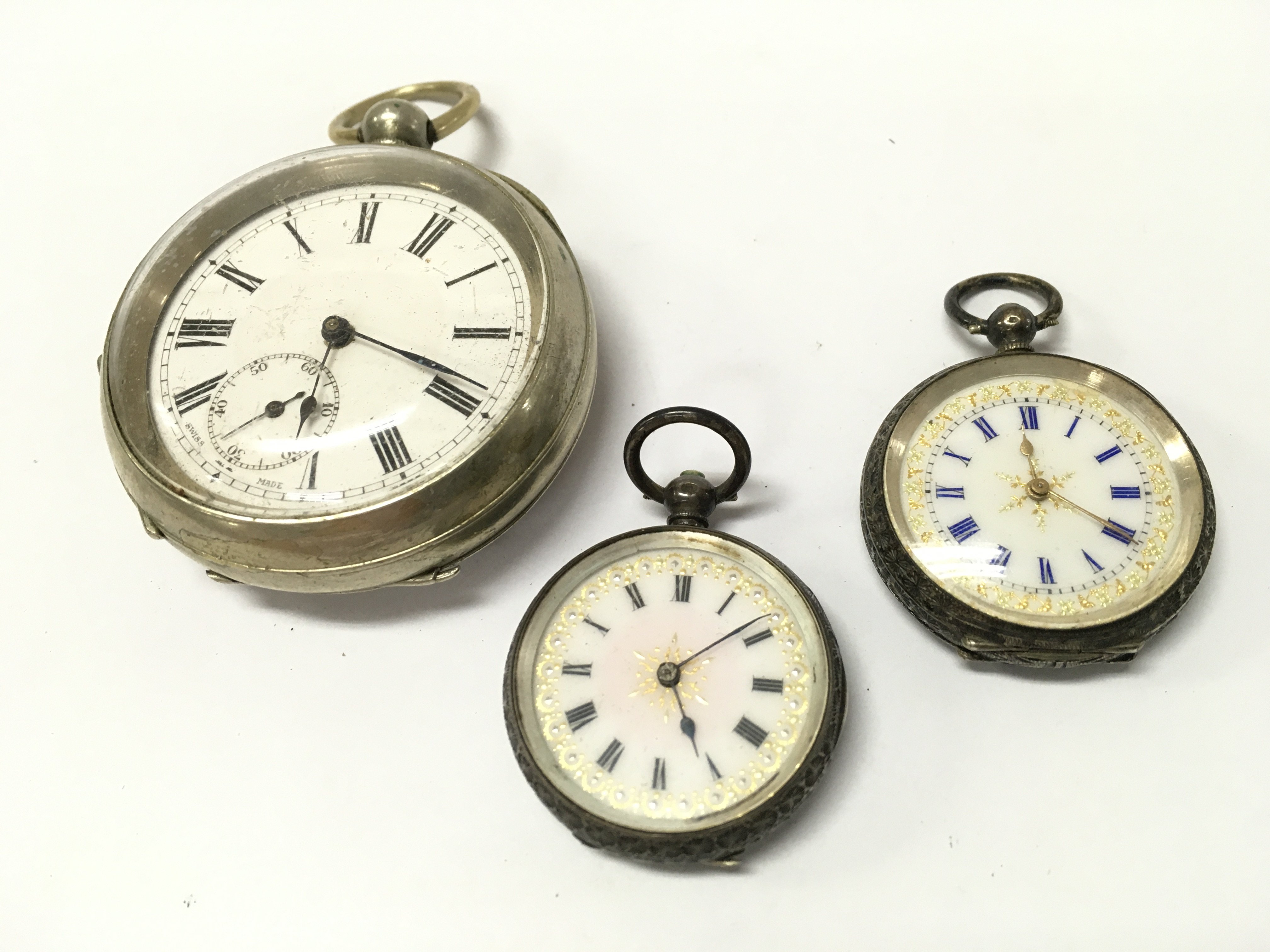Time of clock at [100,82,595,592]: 6:18
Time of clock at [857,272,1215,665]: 3:59
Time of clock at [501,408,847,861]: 5:08
